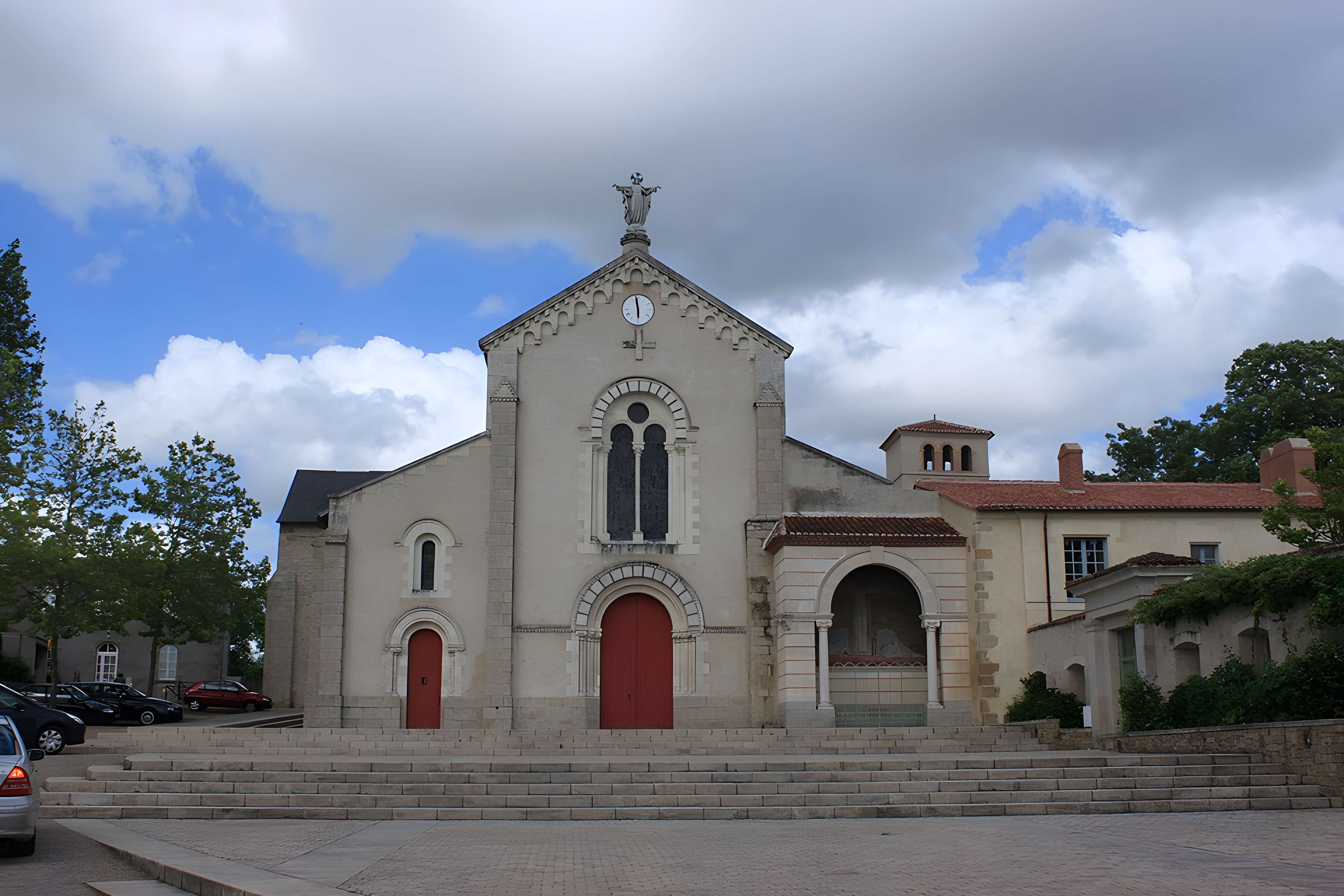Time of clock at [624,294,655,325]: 5:58
